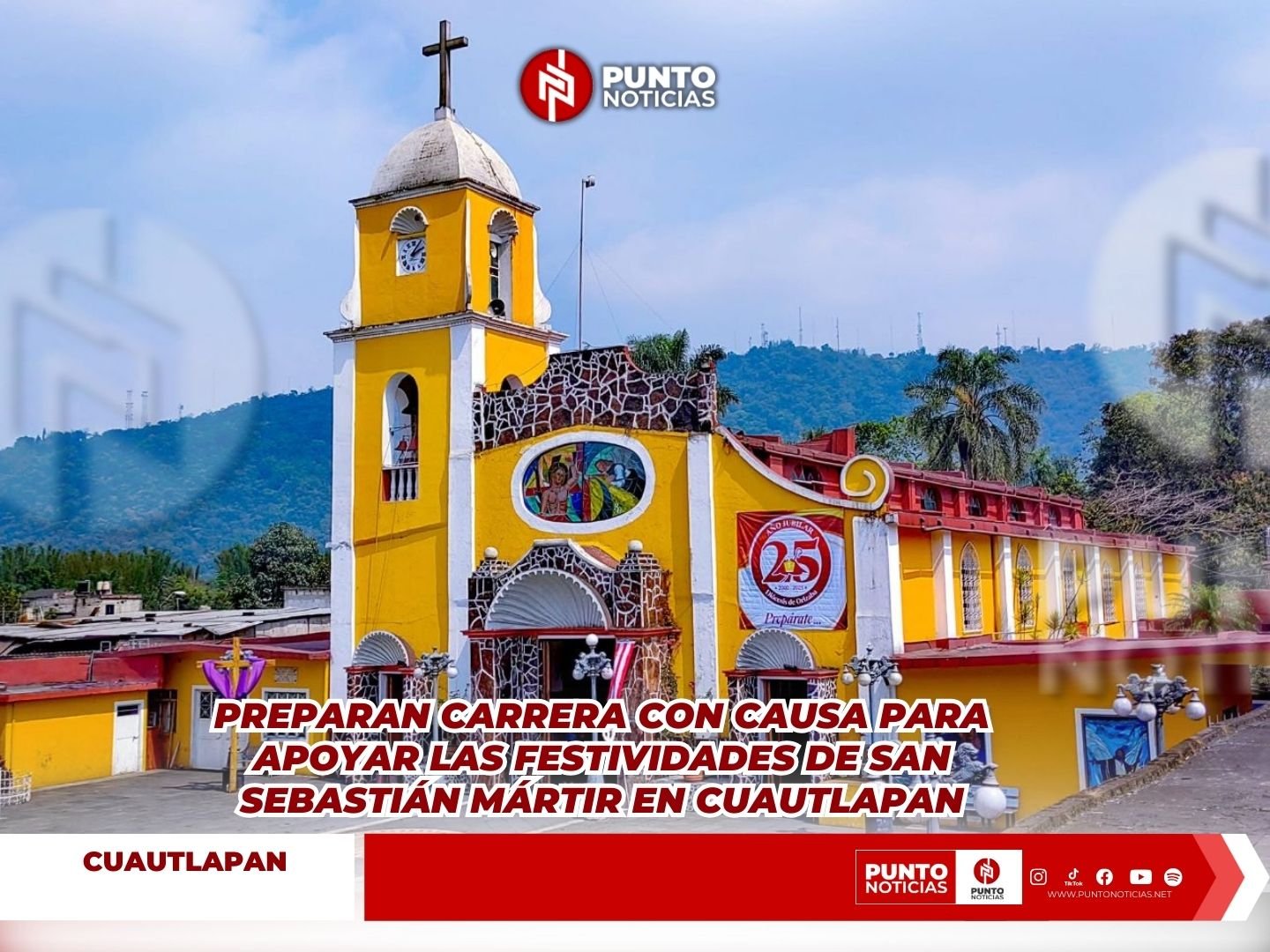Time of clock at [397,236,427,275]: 2:06
